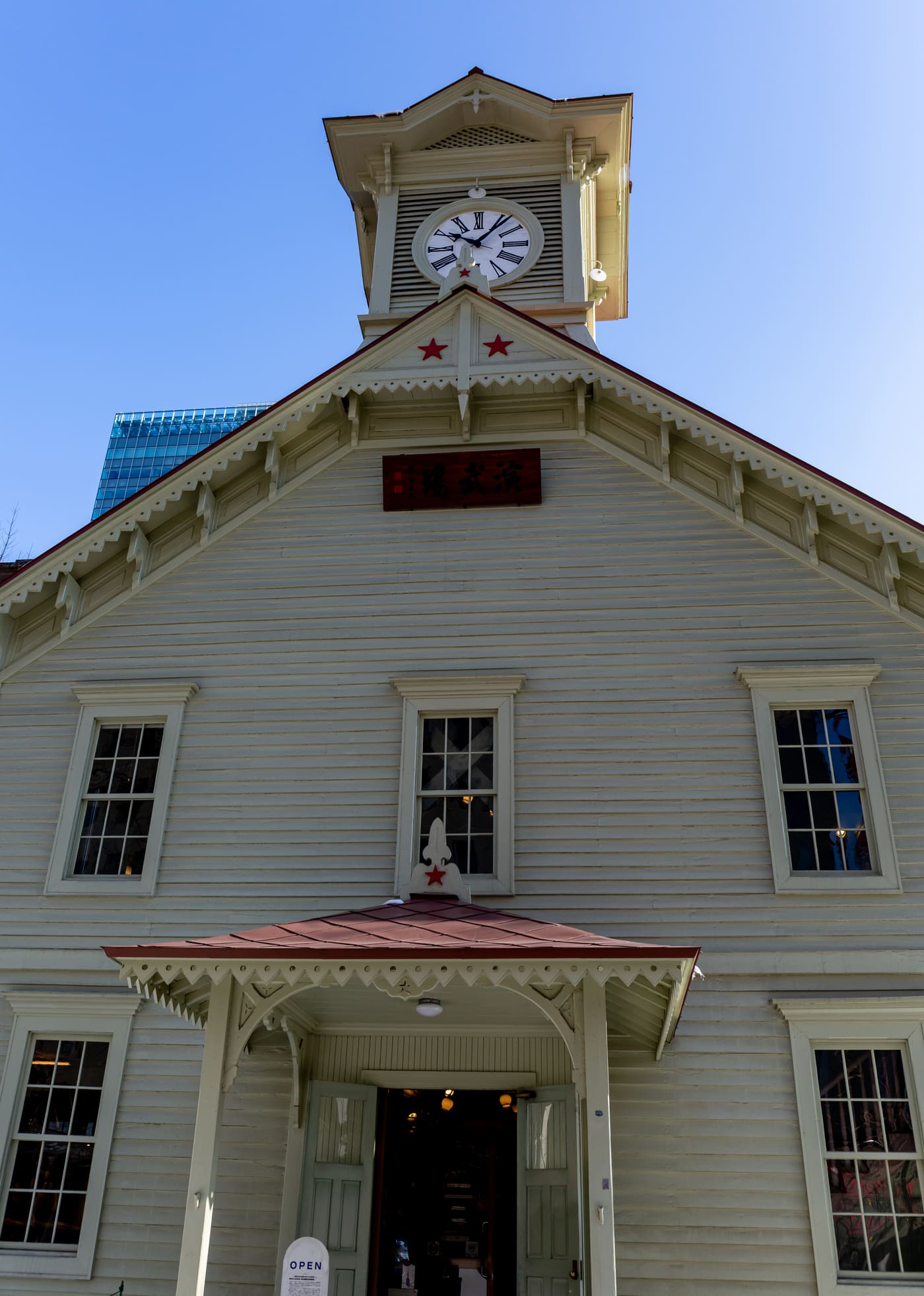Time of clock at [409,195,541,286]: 10:06
